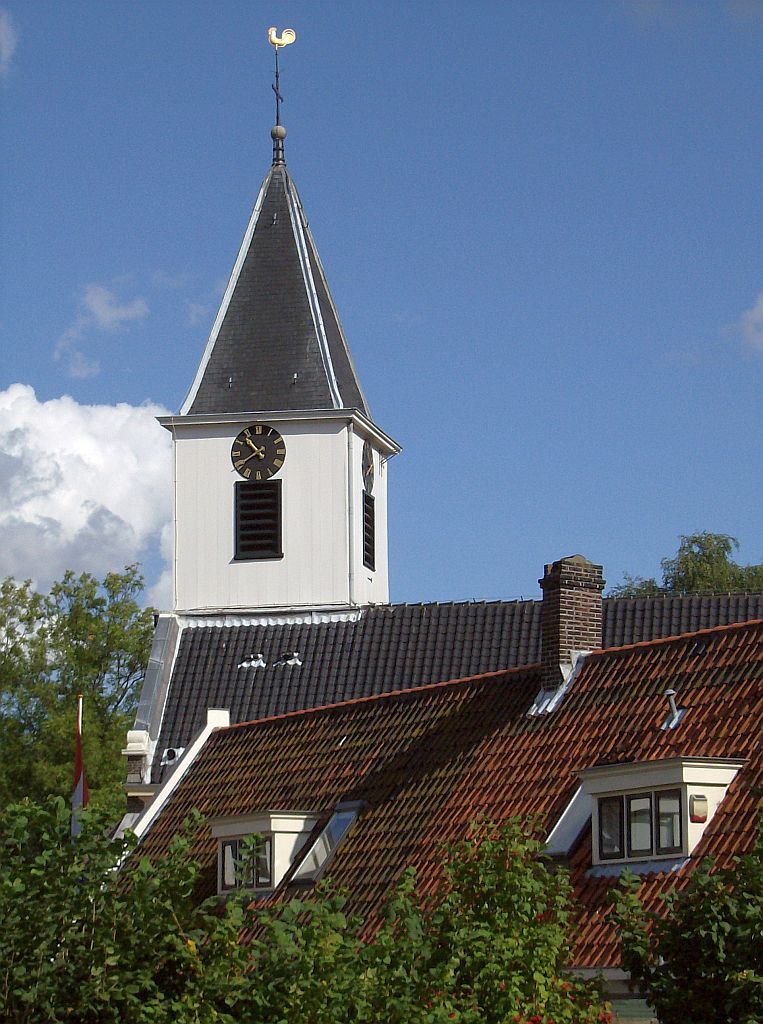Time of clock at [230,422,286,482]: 10:39
